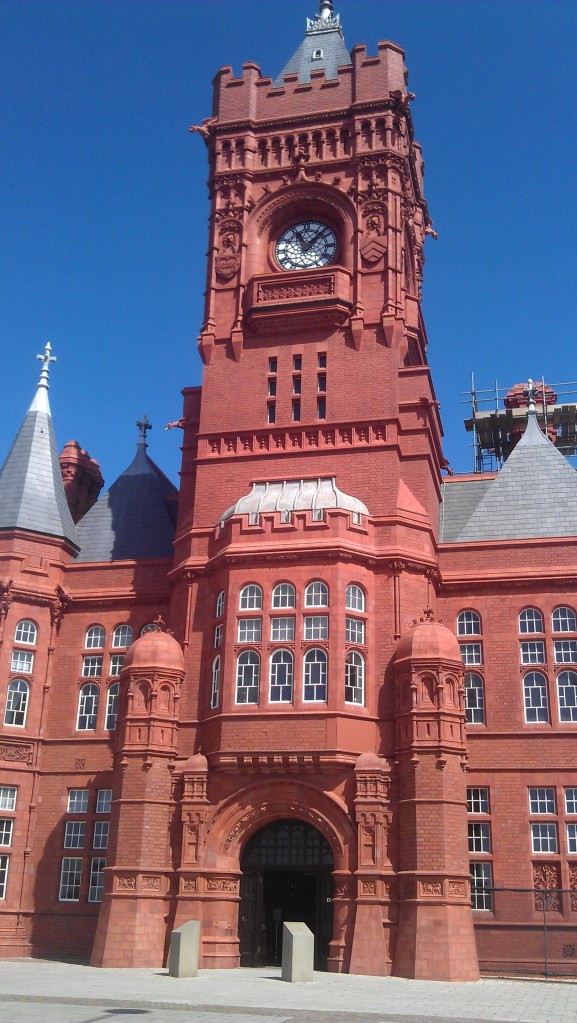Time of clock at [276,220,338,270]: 11:07
